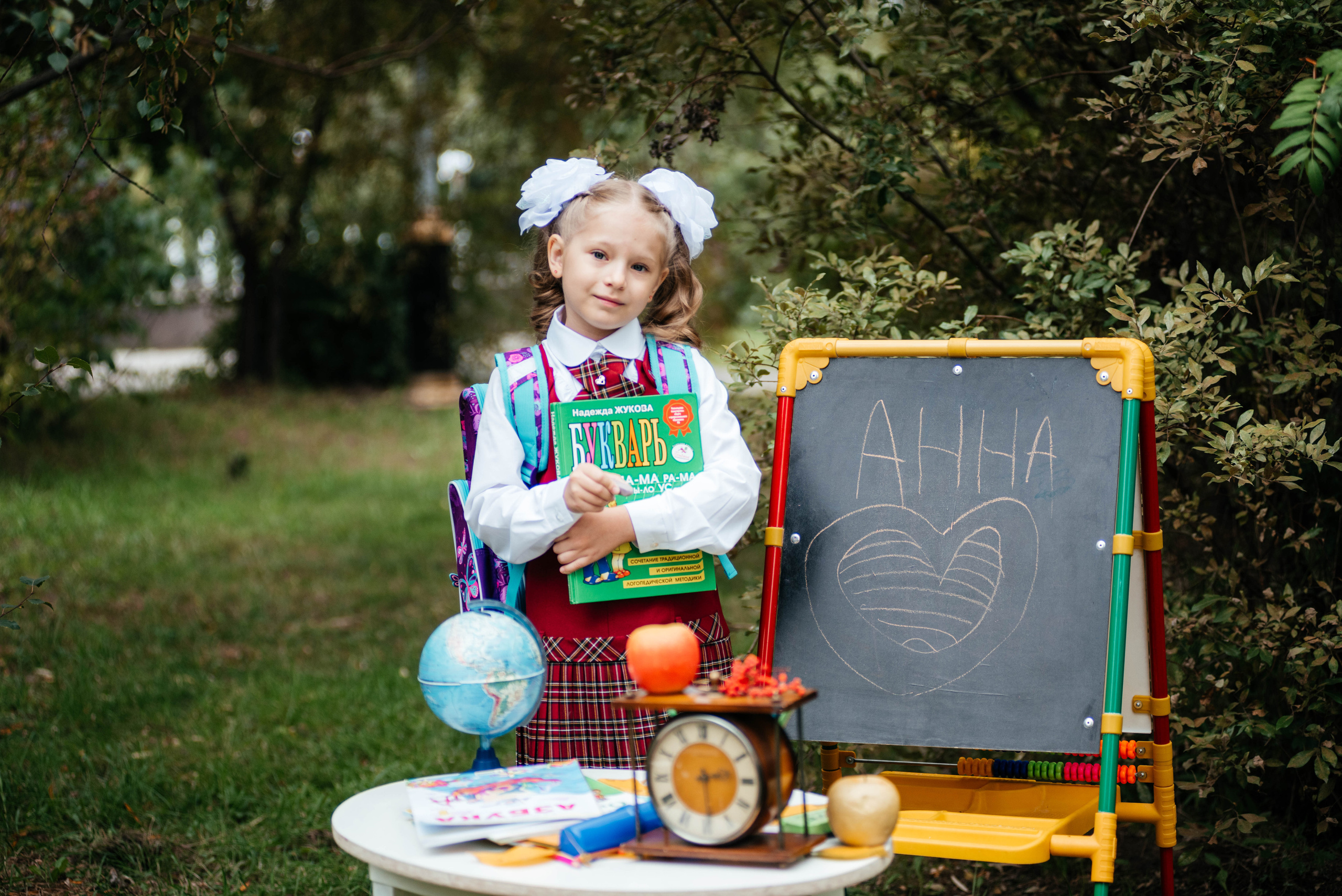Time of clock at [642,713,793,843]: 2:29
